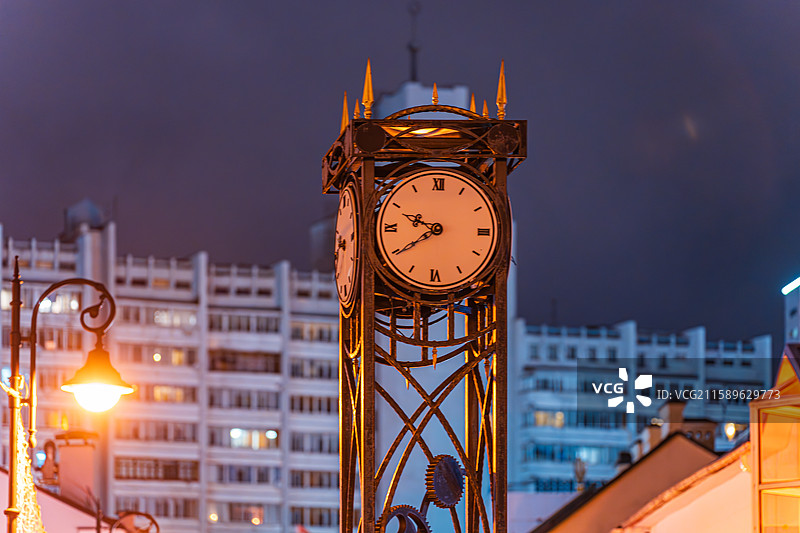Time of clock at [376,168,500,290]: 9:39
